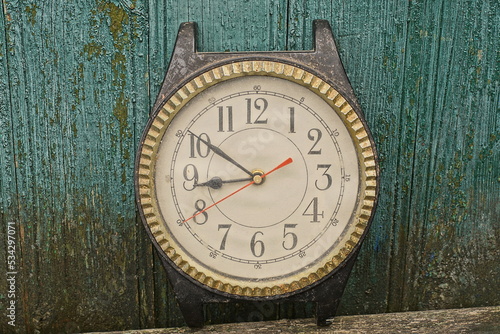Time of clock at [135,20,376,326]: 8:50
